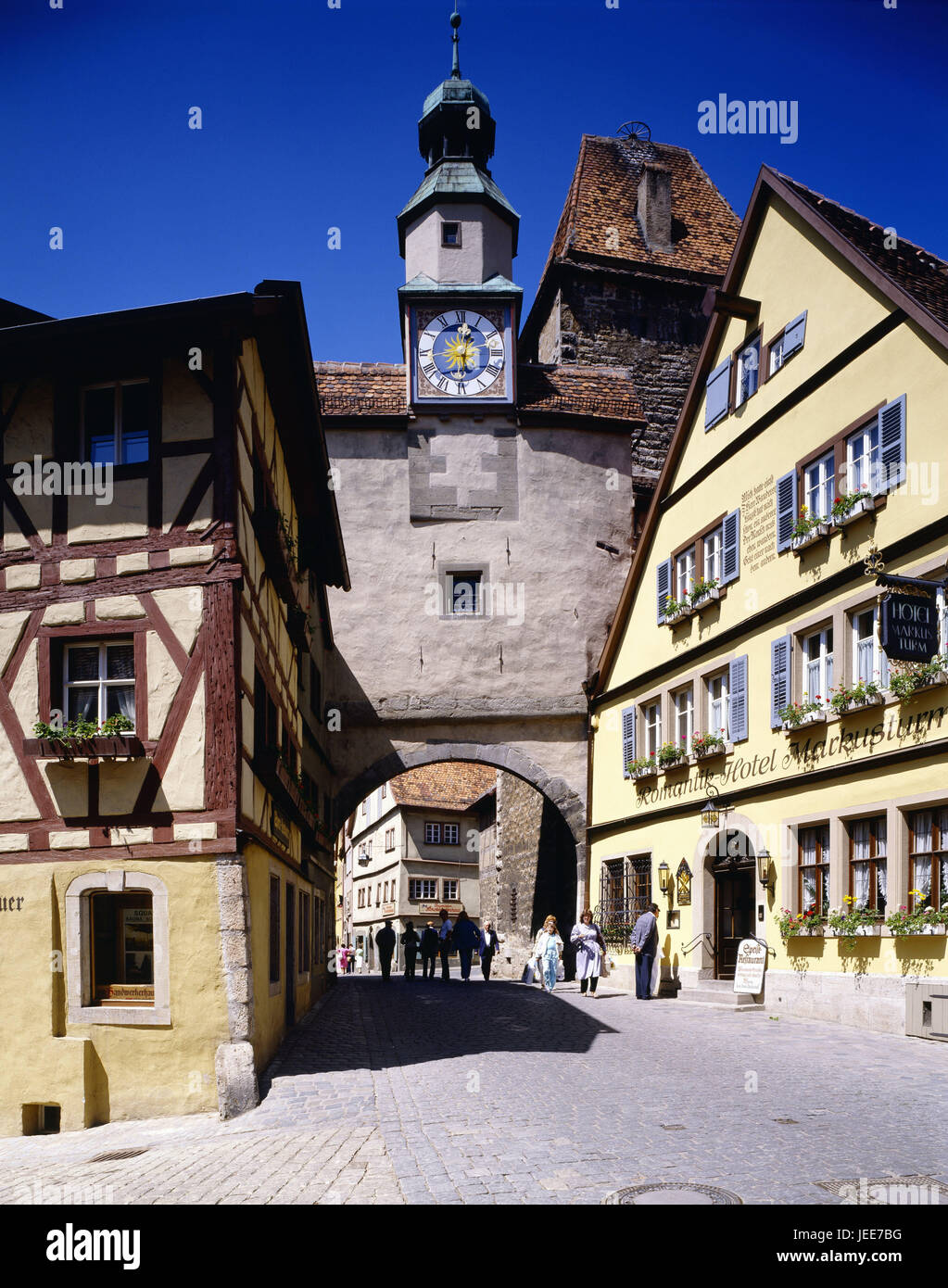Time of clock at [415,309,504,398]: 12:28
